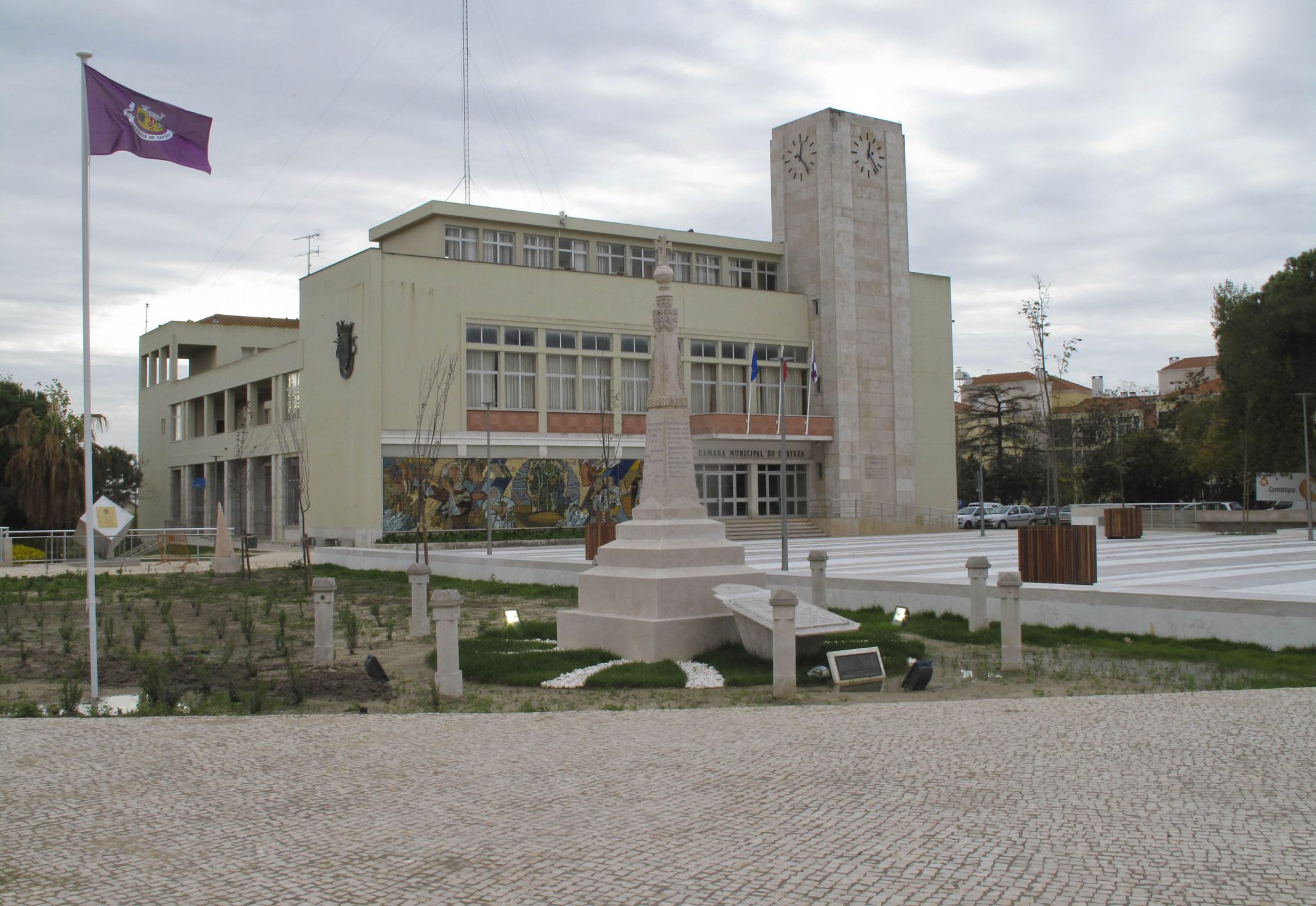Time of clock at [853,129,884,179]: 12:23
